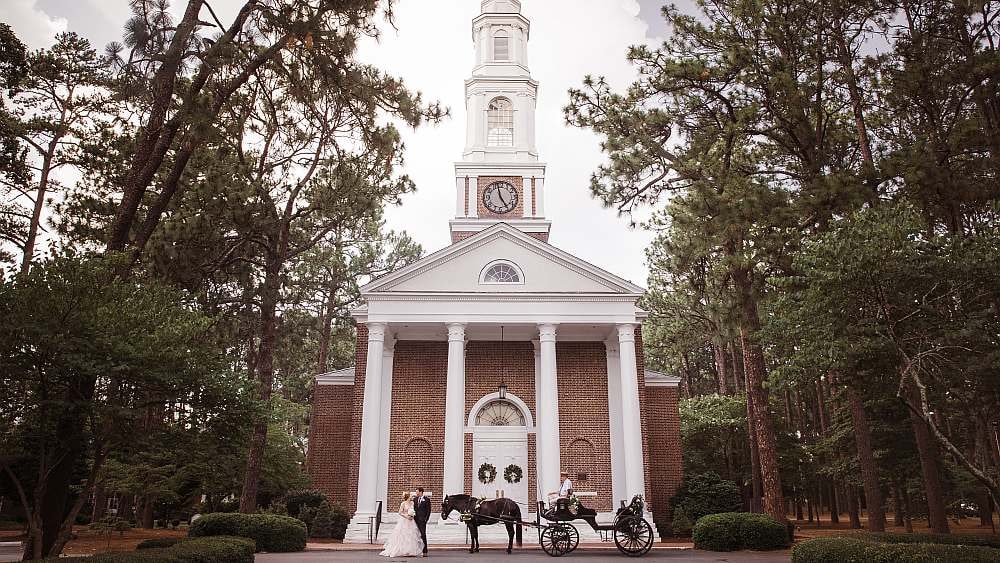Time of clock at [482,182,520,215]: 4:57
